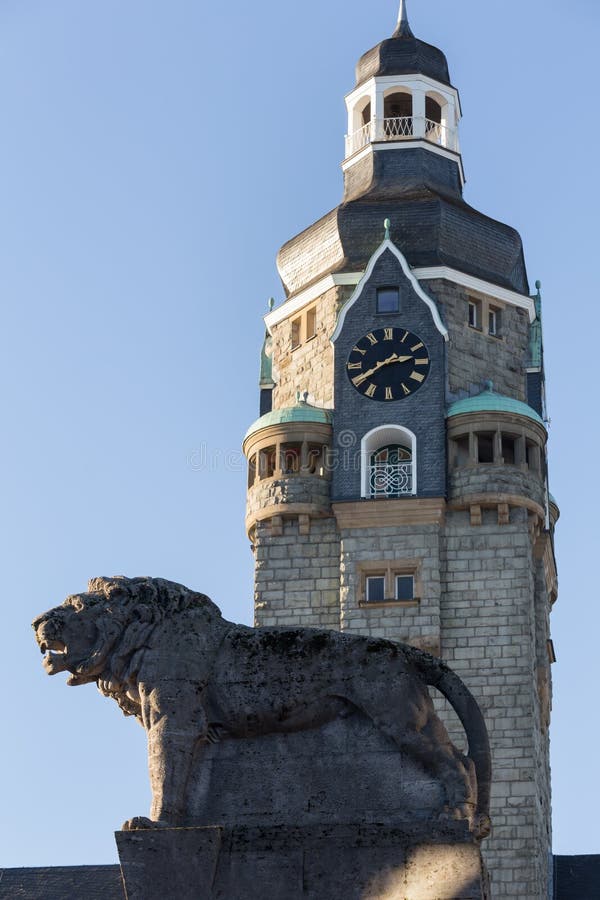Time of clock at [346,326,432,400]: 2:39
